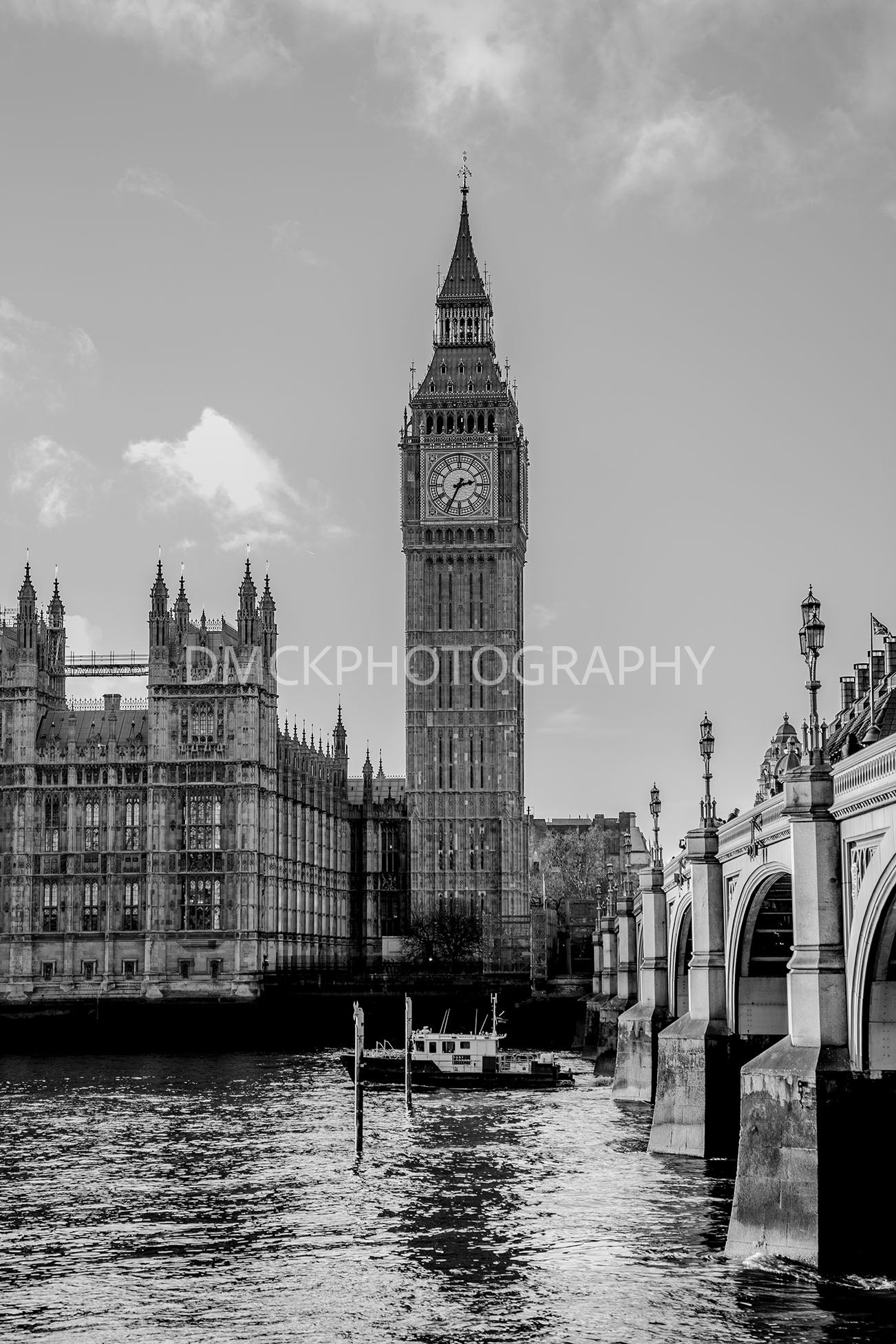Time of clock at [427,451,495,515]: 2:34
